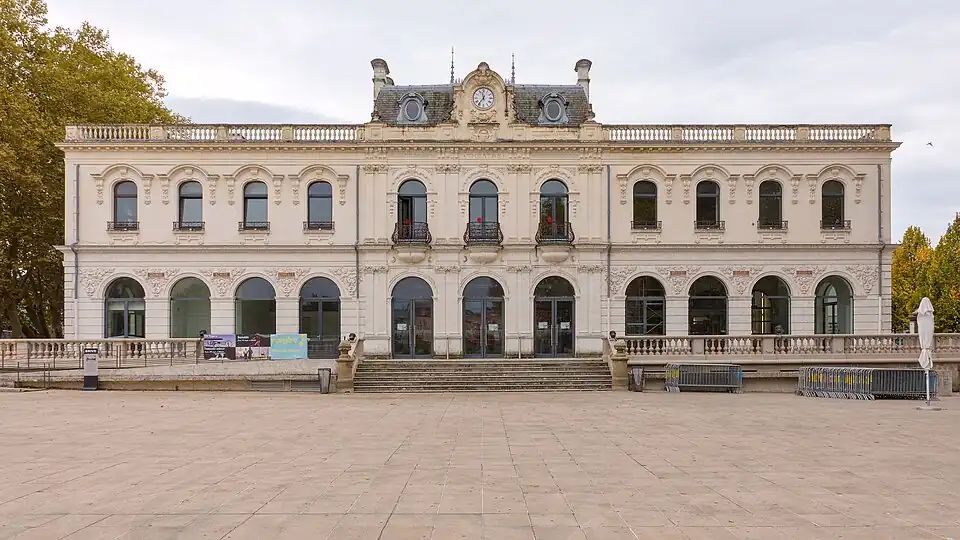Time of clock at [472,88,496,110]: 11:36
